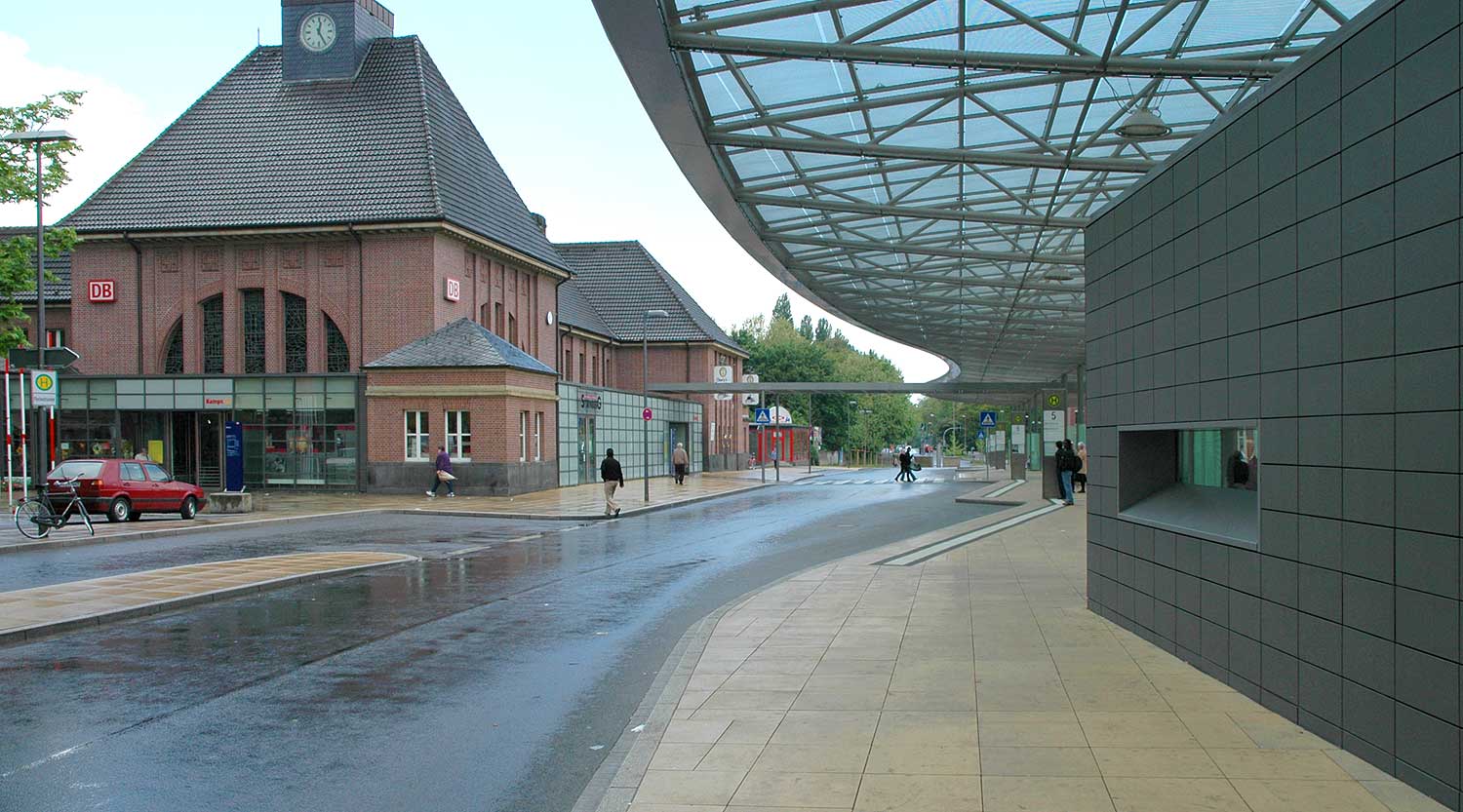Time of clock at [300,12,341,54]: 12:24
